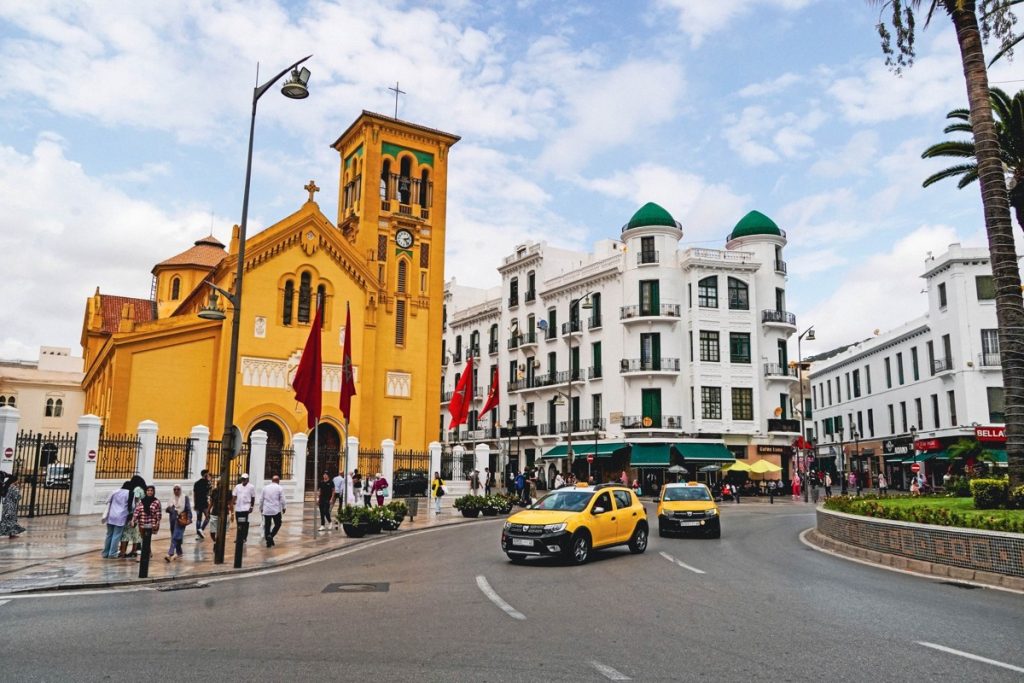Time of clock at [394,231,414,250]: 2:23
